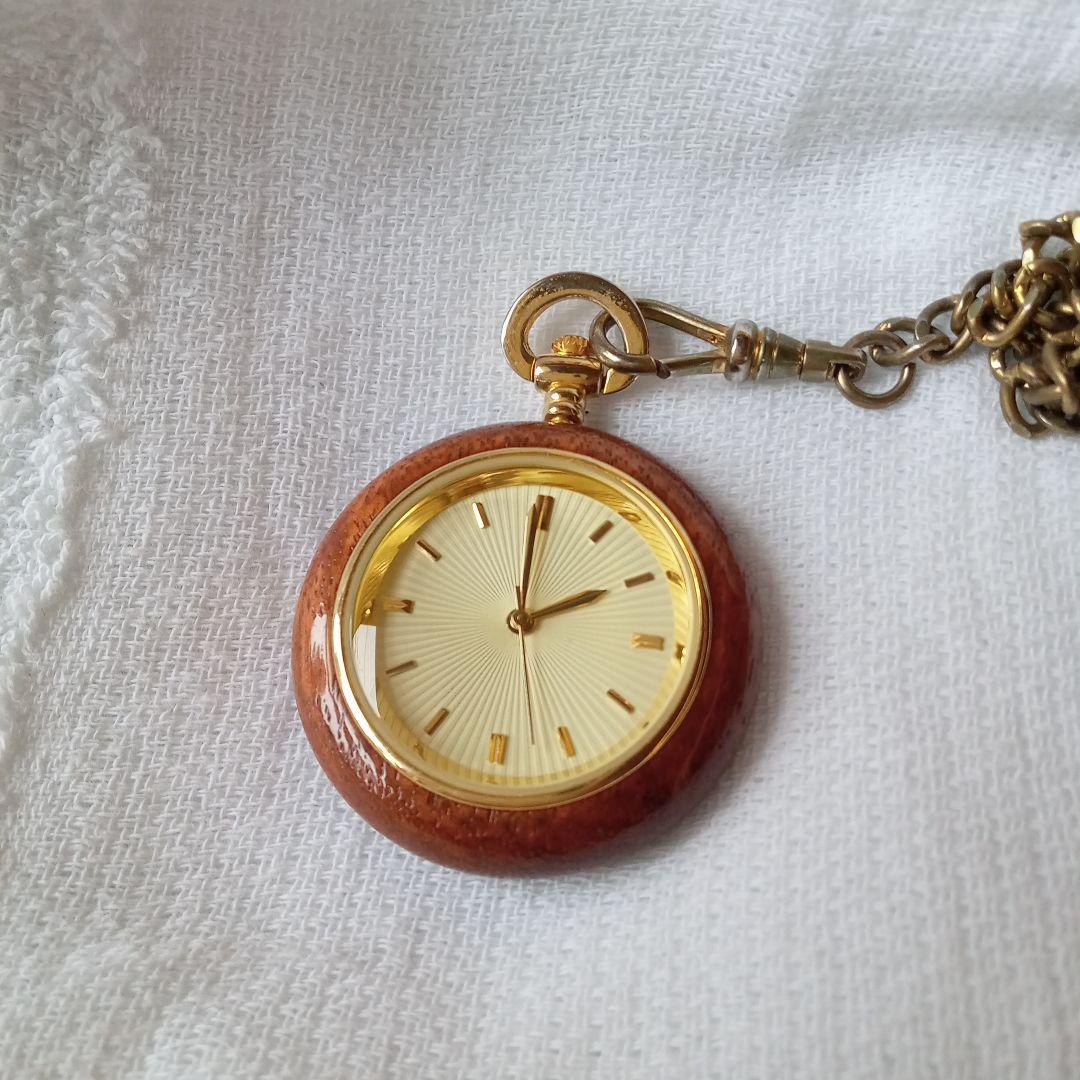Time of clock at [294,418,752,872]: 1:59
